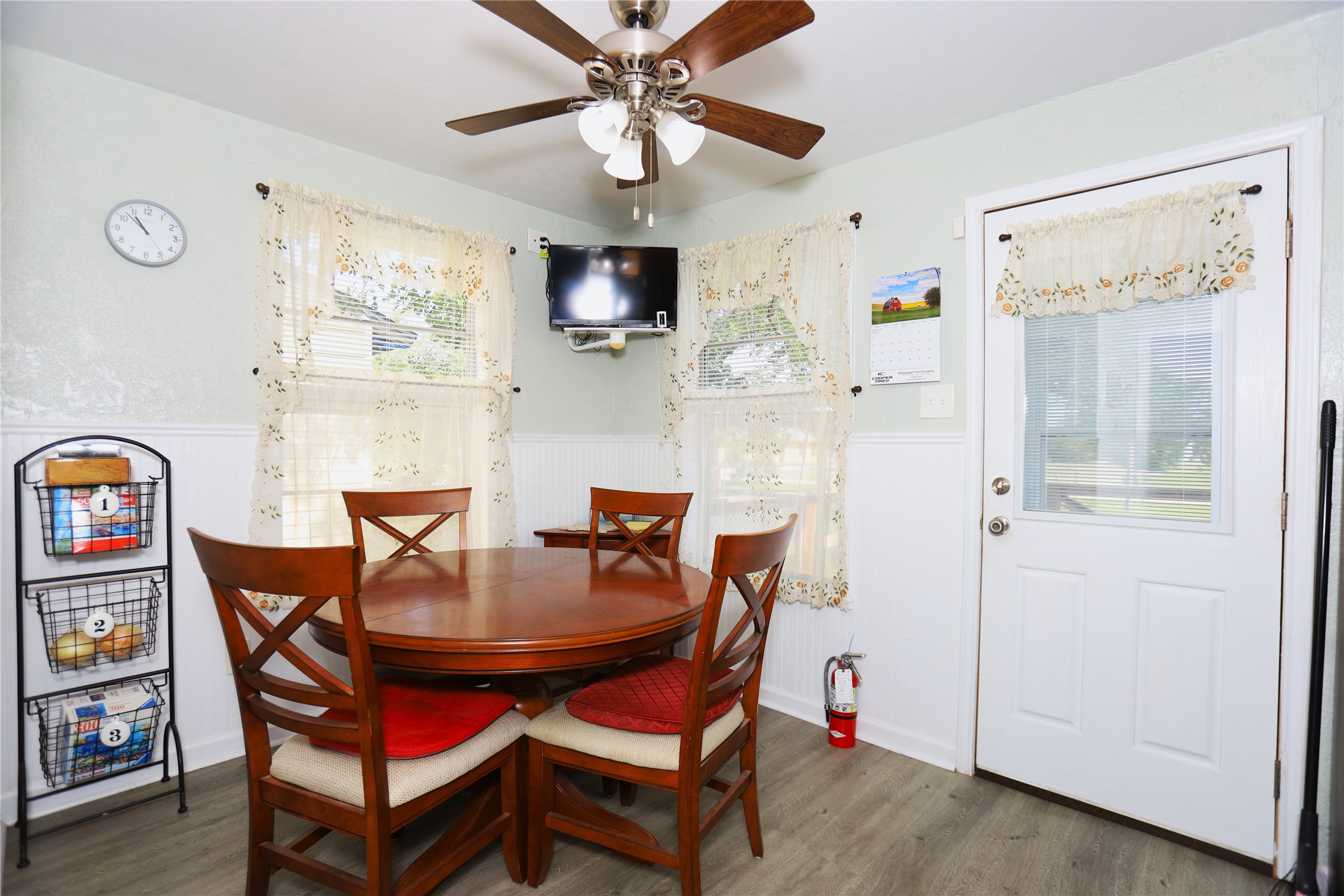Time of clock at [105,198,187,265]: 10:52
